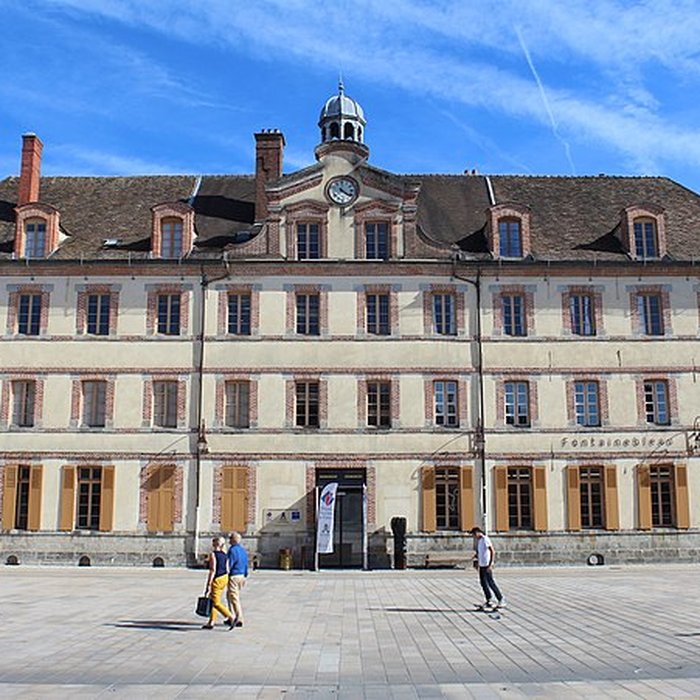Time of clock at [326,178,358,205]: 4:21
